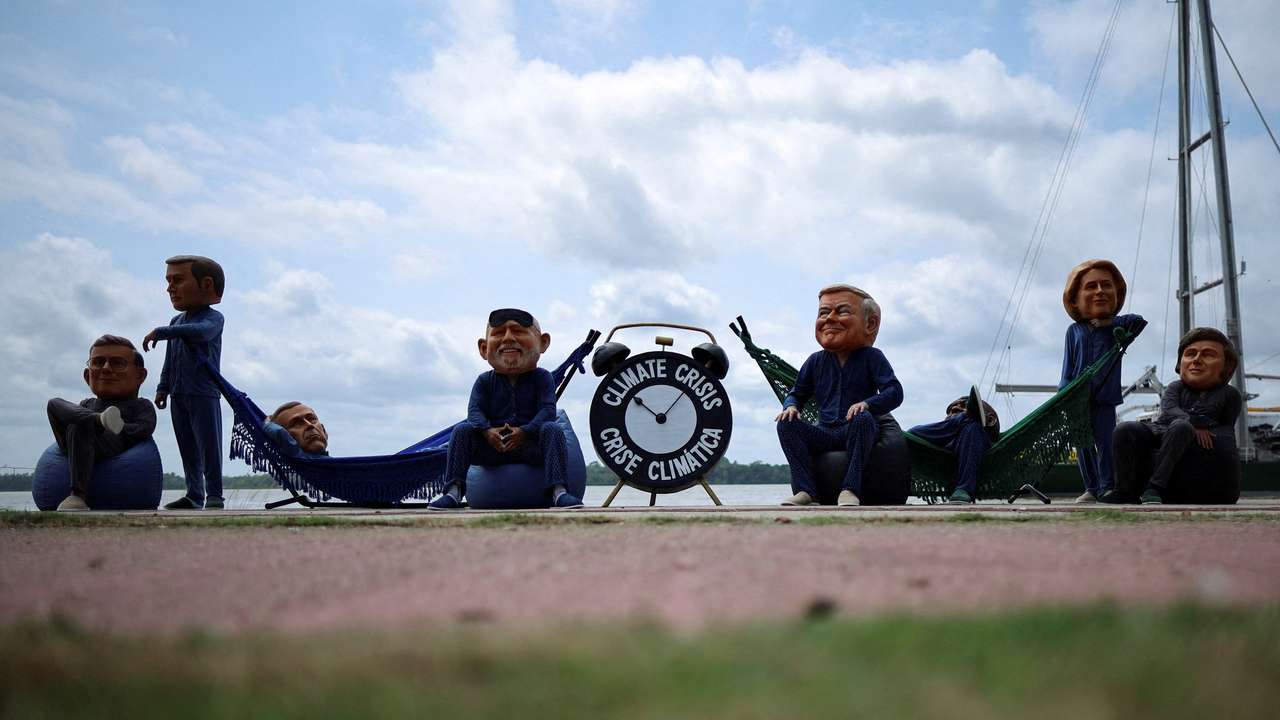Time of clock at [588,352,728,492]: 10:07
